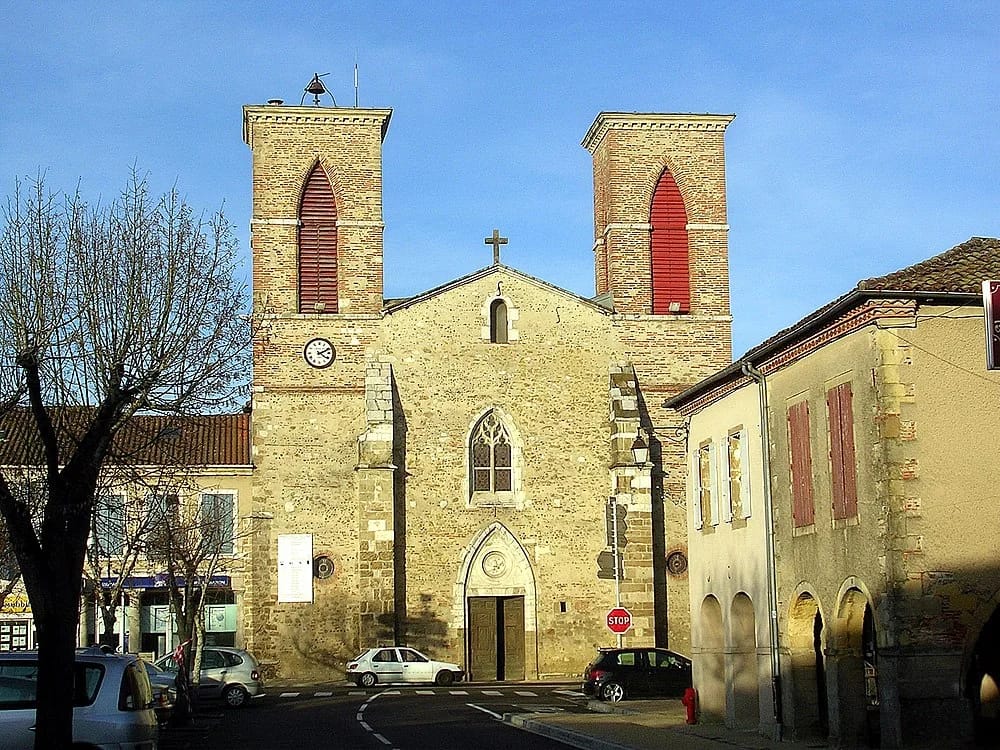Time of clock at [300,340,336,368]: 4:10
